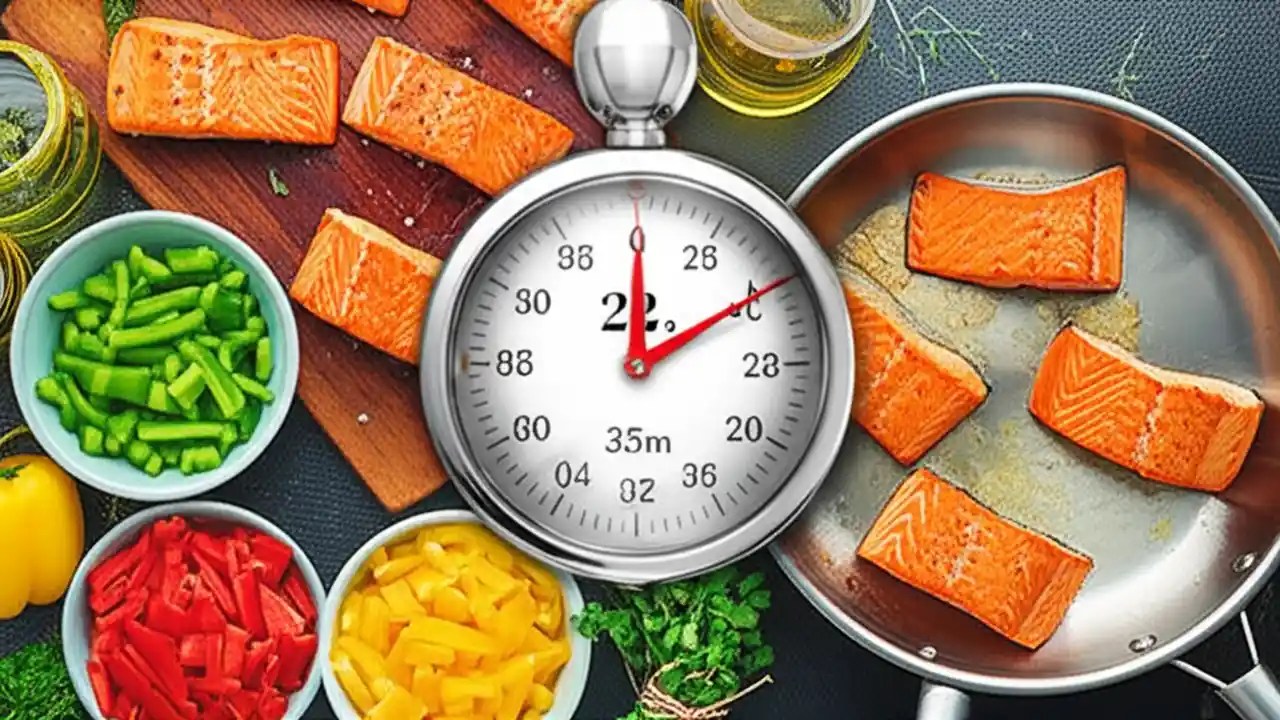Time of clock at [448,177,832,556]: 12:09
